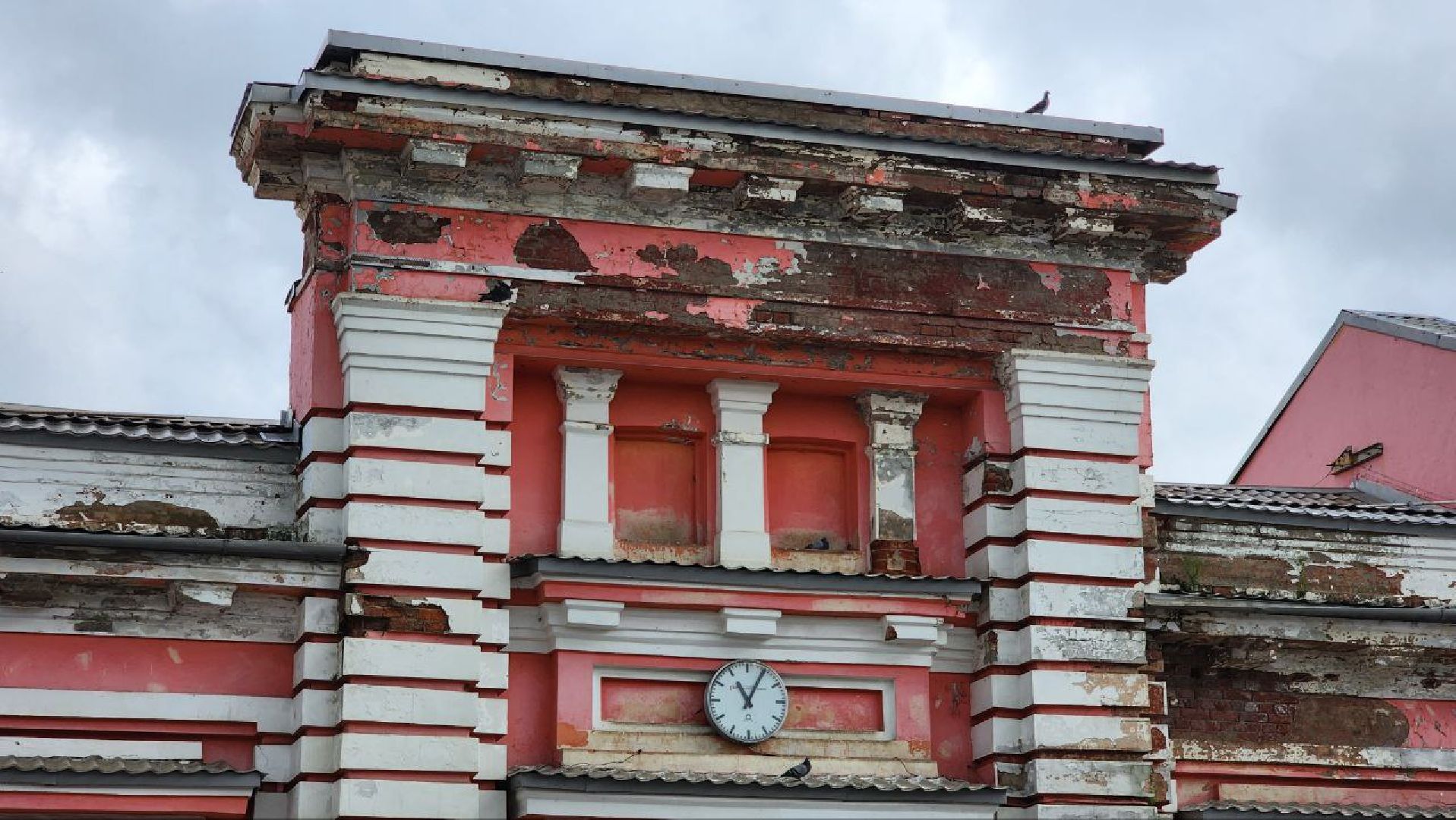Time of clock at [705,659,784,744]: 11:04
